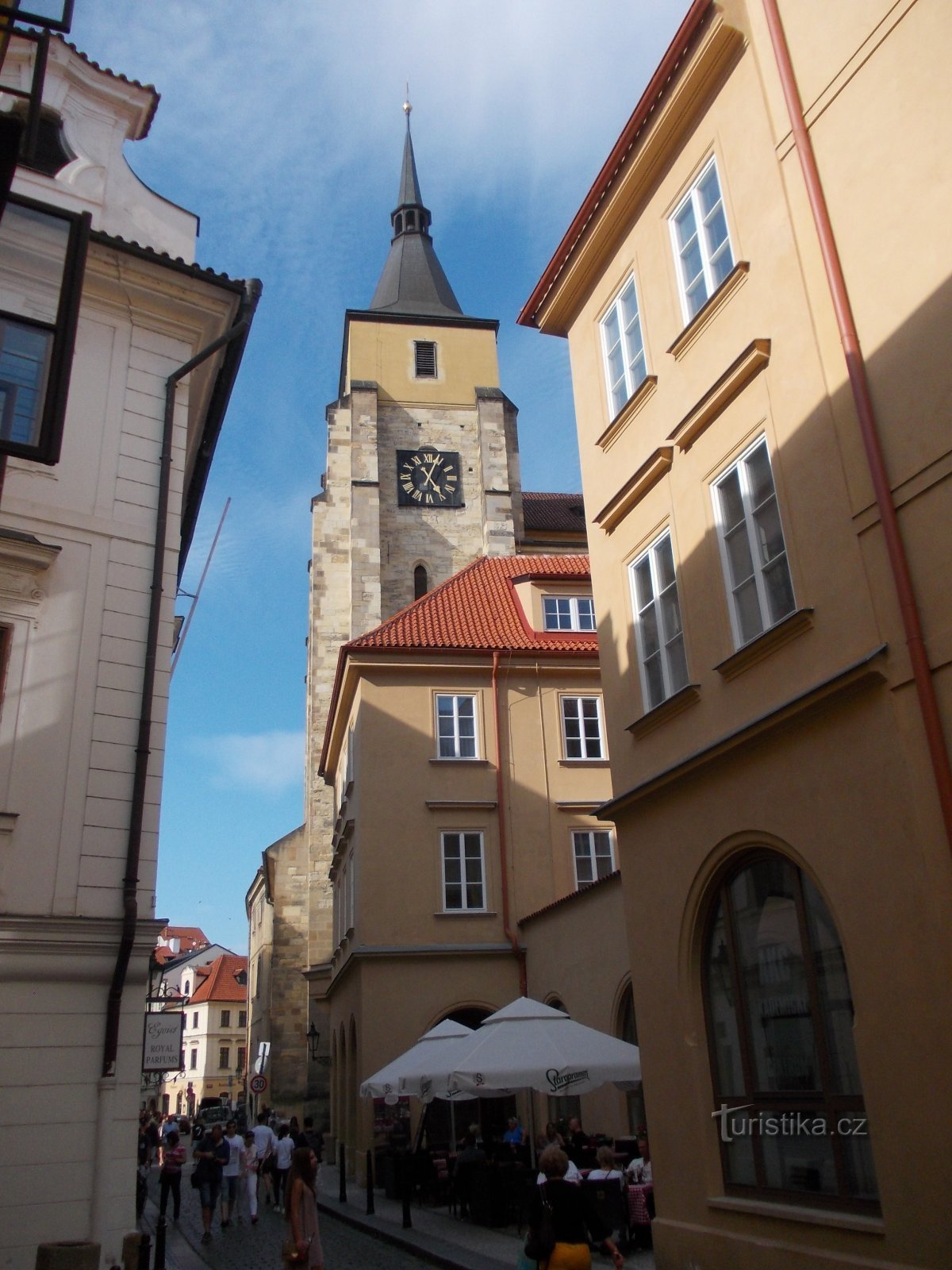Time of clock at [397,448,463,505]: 5:04
